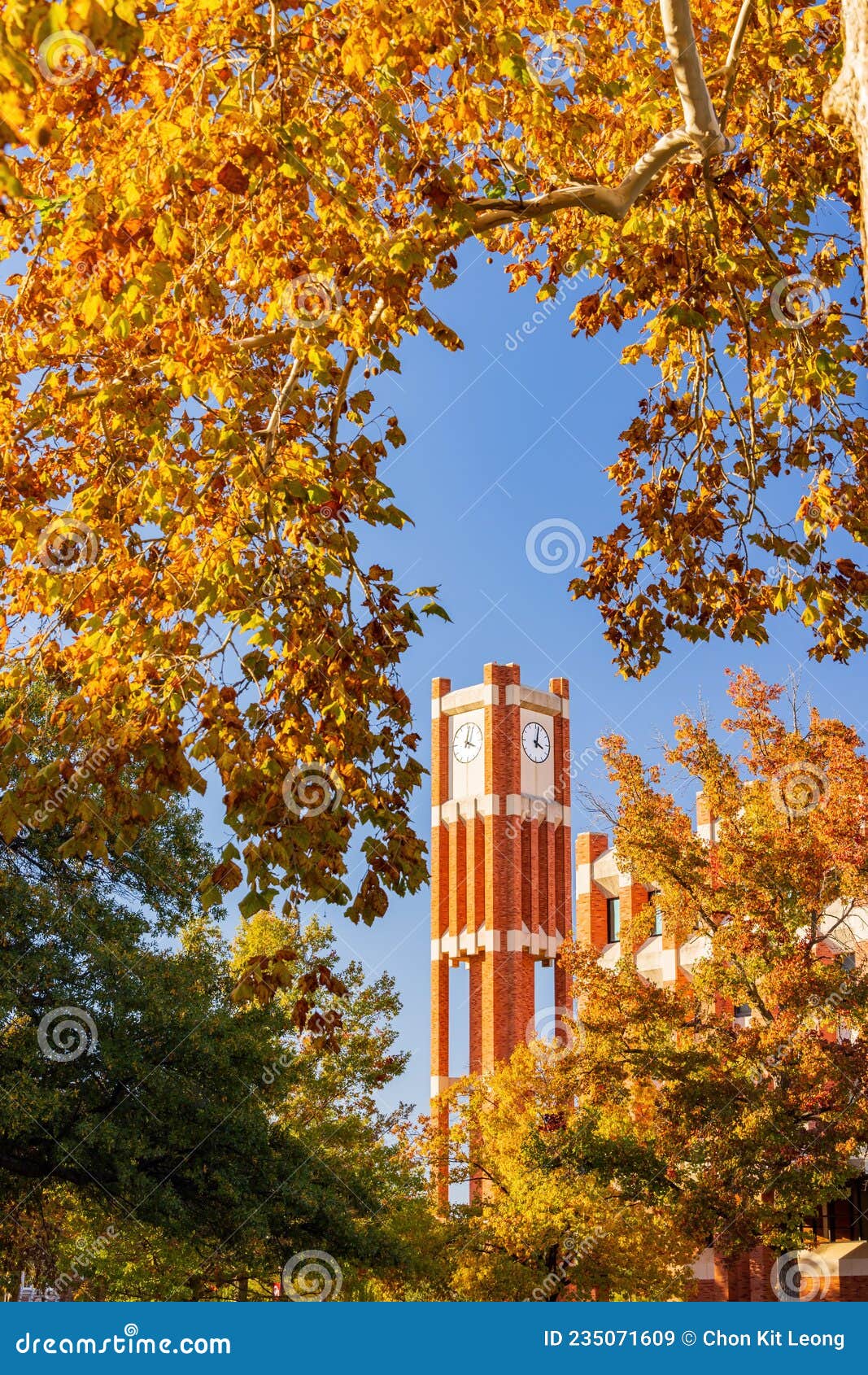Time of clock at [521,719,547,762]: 4:02
